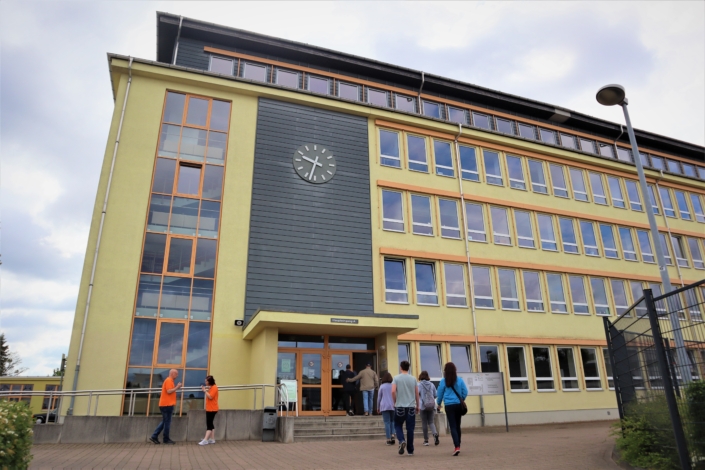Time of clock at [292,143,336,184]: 9:32
